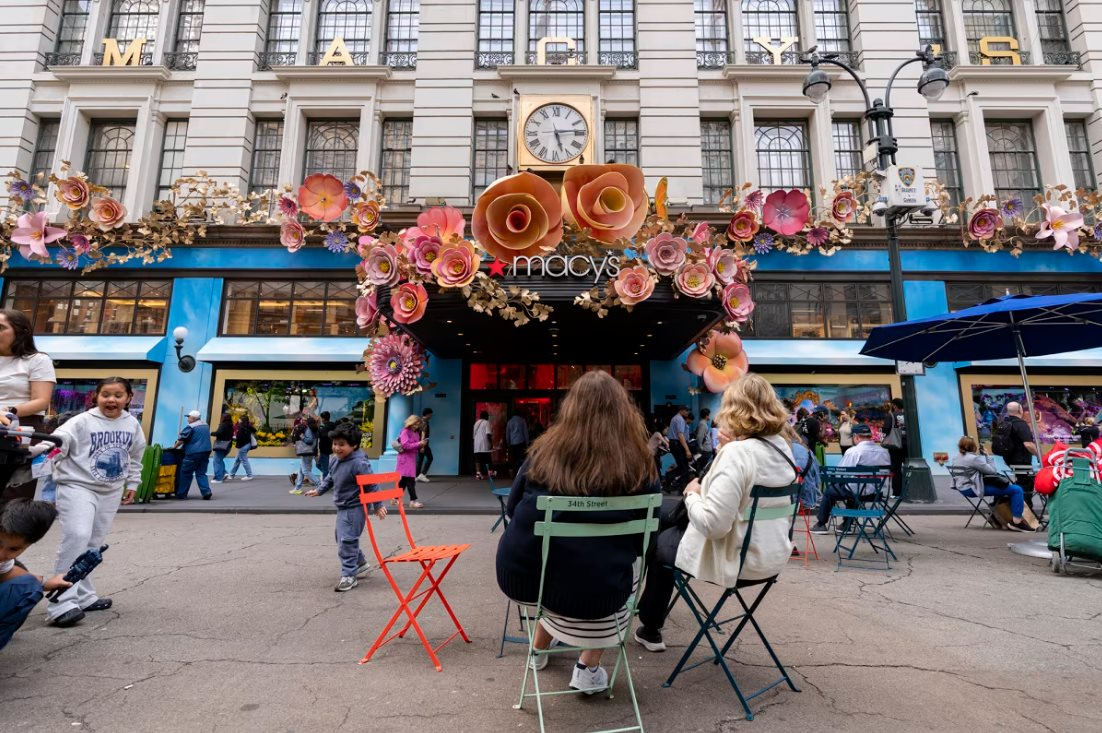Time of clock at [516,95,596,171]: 5:13
